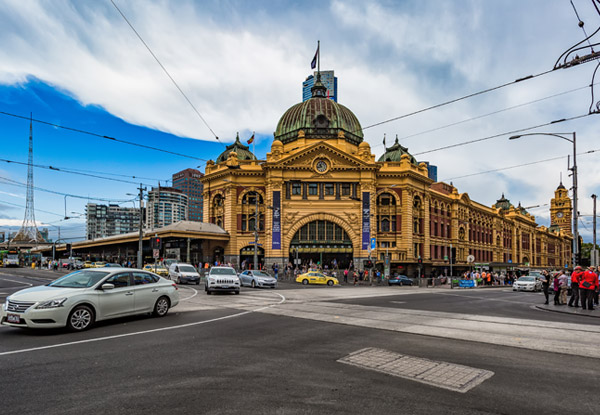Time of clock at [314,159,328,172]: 10:42
